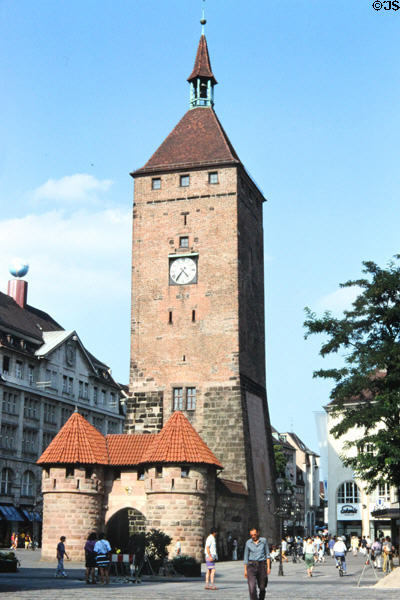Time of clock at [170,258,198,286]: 4:36
